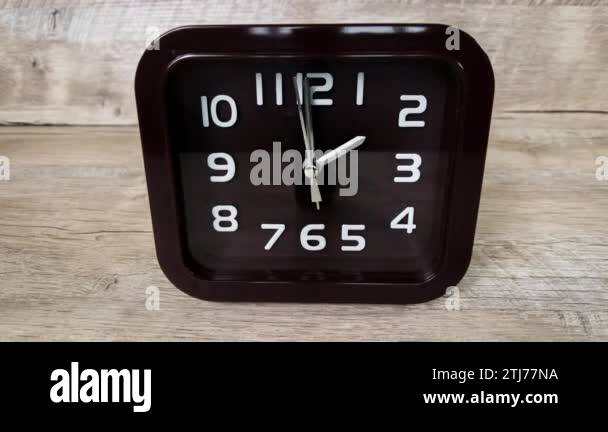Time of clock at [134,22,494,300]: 1:59
